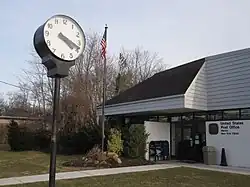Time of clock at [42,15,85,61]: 4:18
